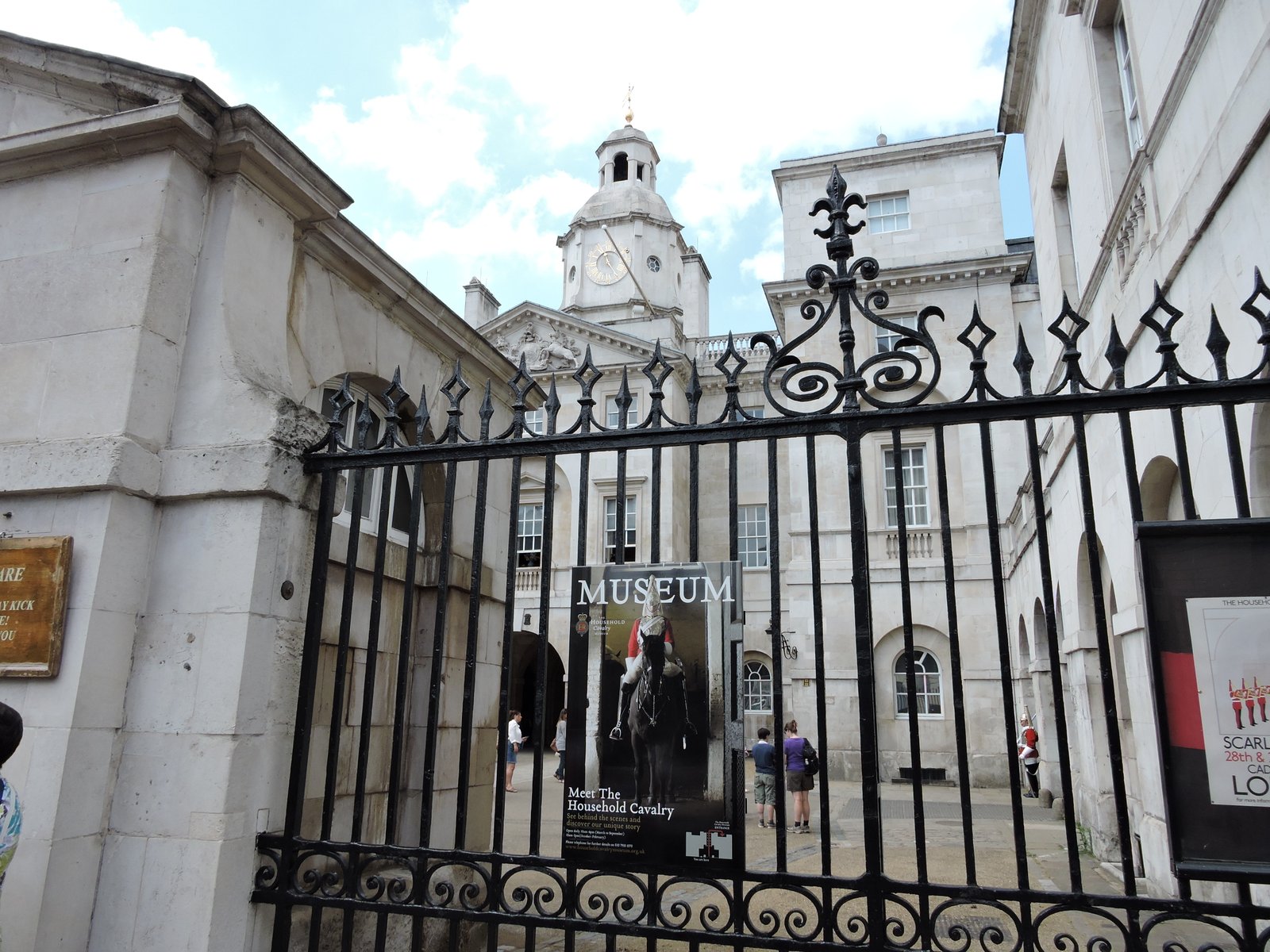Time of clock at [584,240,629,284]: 11:24
